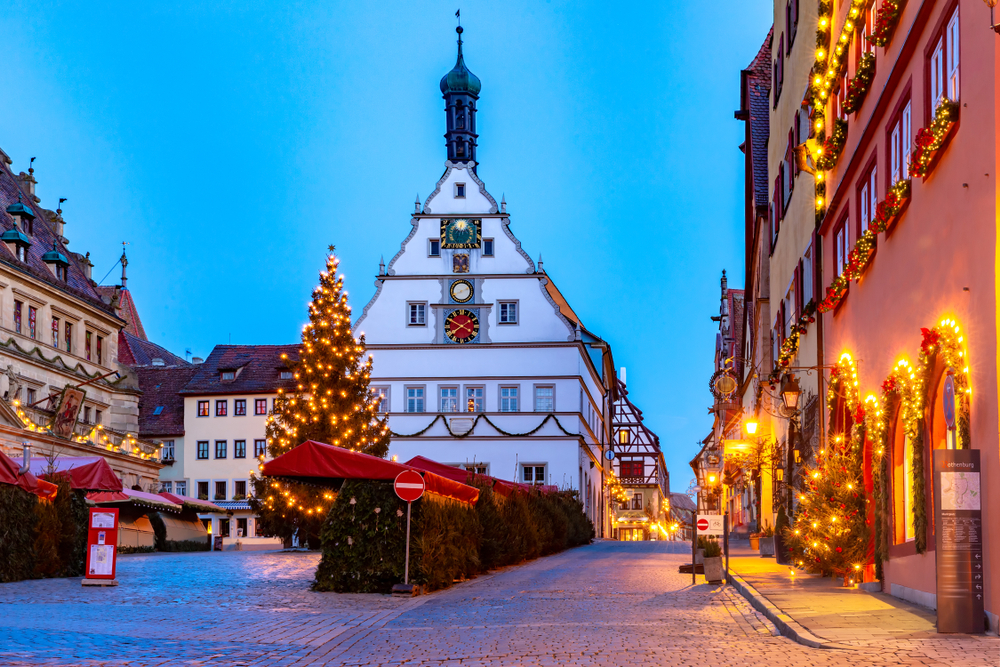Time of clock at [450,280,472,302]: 8:11
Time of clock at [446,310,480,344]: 3:49
